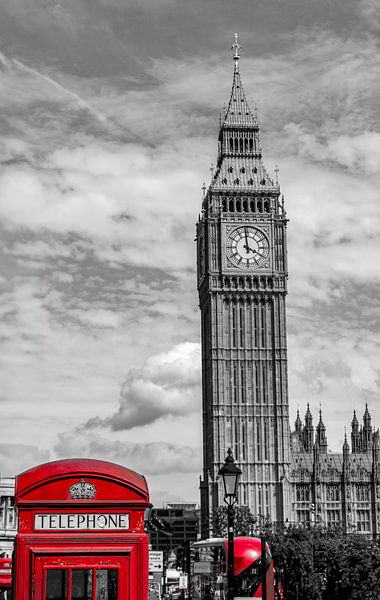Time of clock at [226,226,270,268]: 3:58
